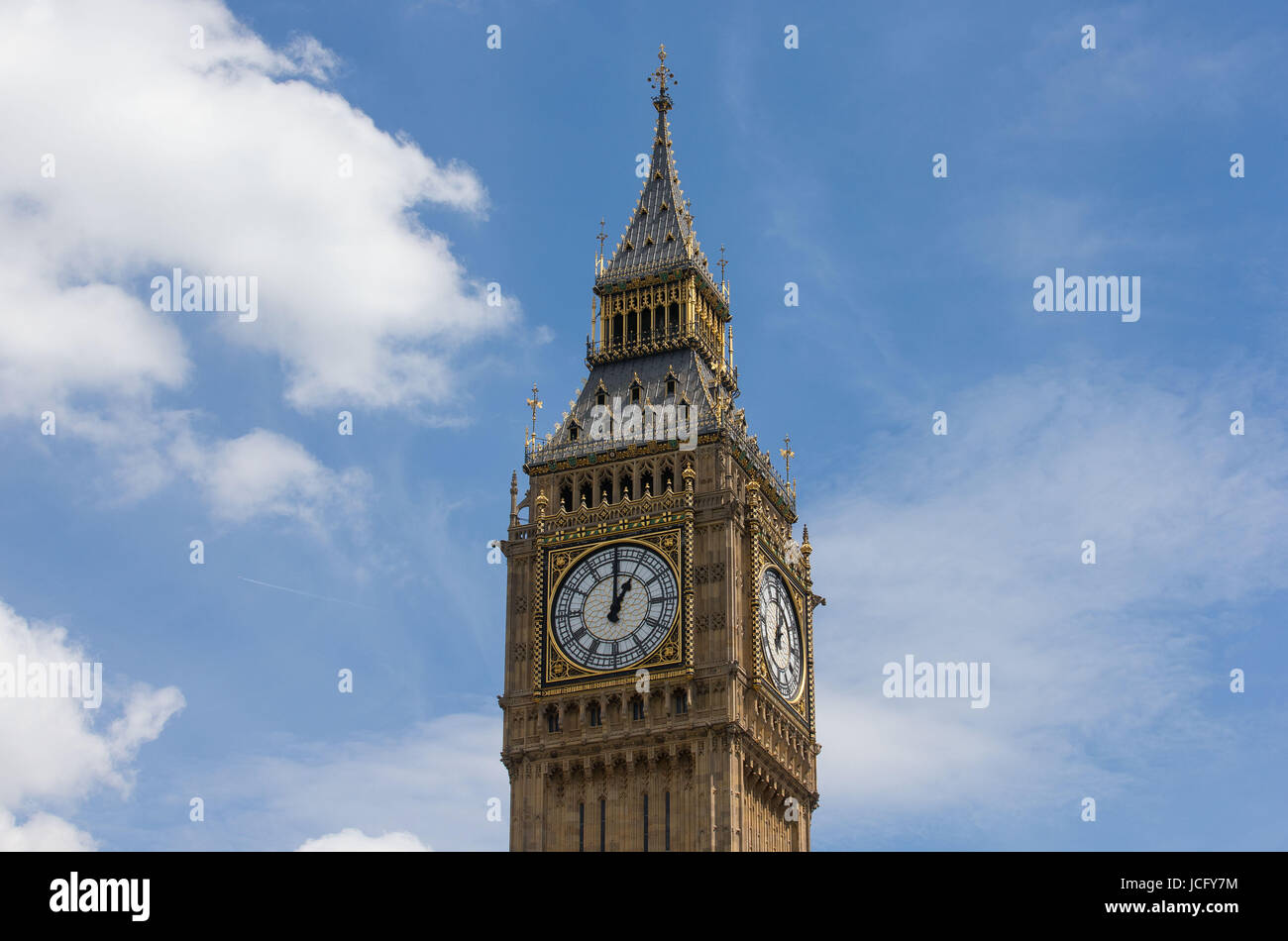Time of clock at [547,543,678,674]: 1:00
